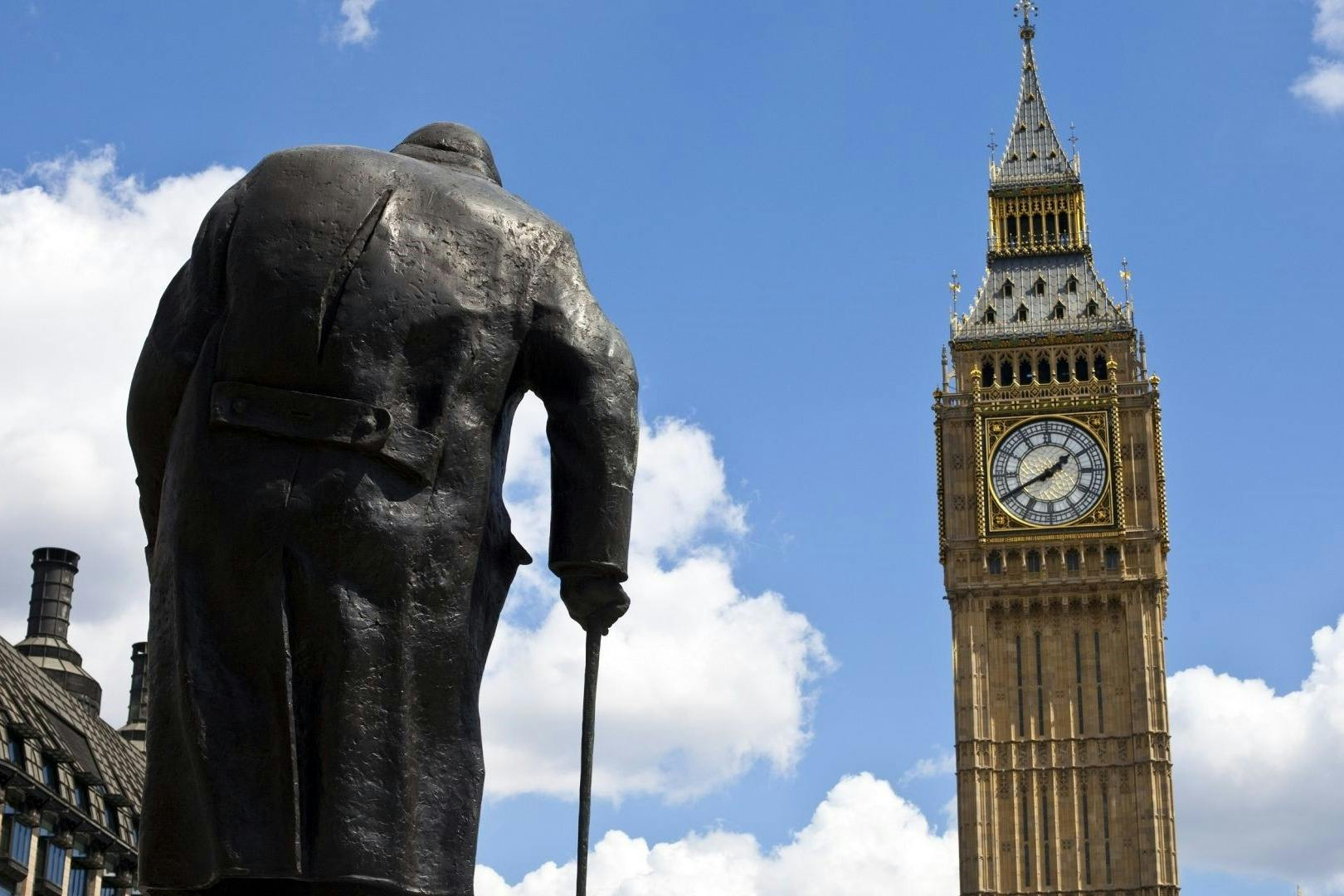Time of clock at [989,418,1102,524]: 1:40
